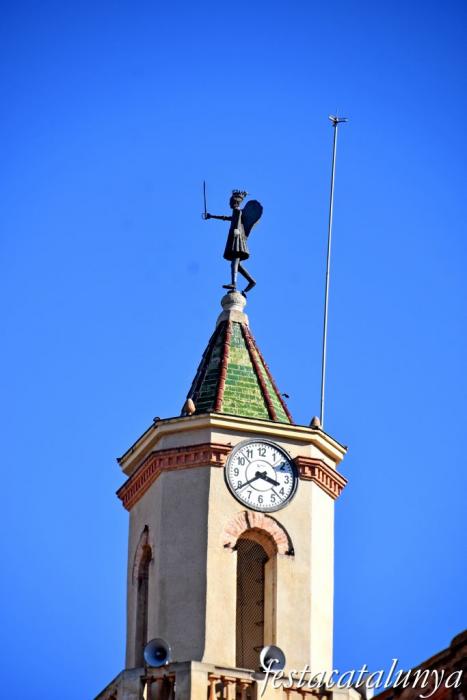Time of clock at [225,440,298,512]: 3:39
